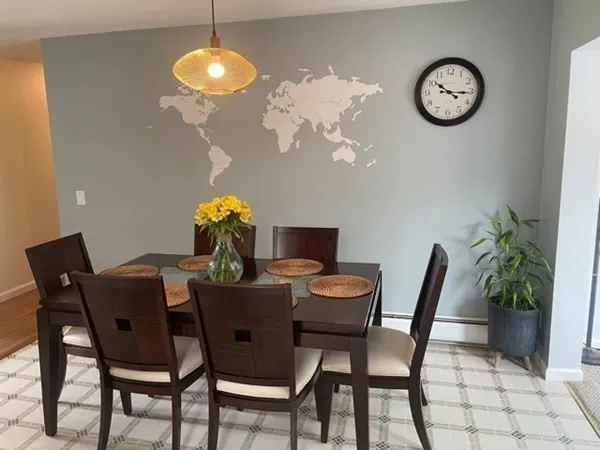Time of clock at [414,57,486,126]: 10:15
